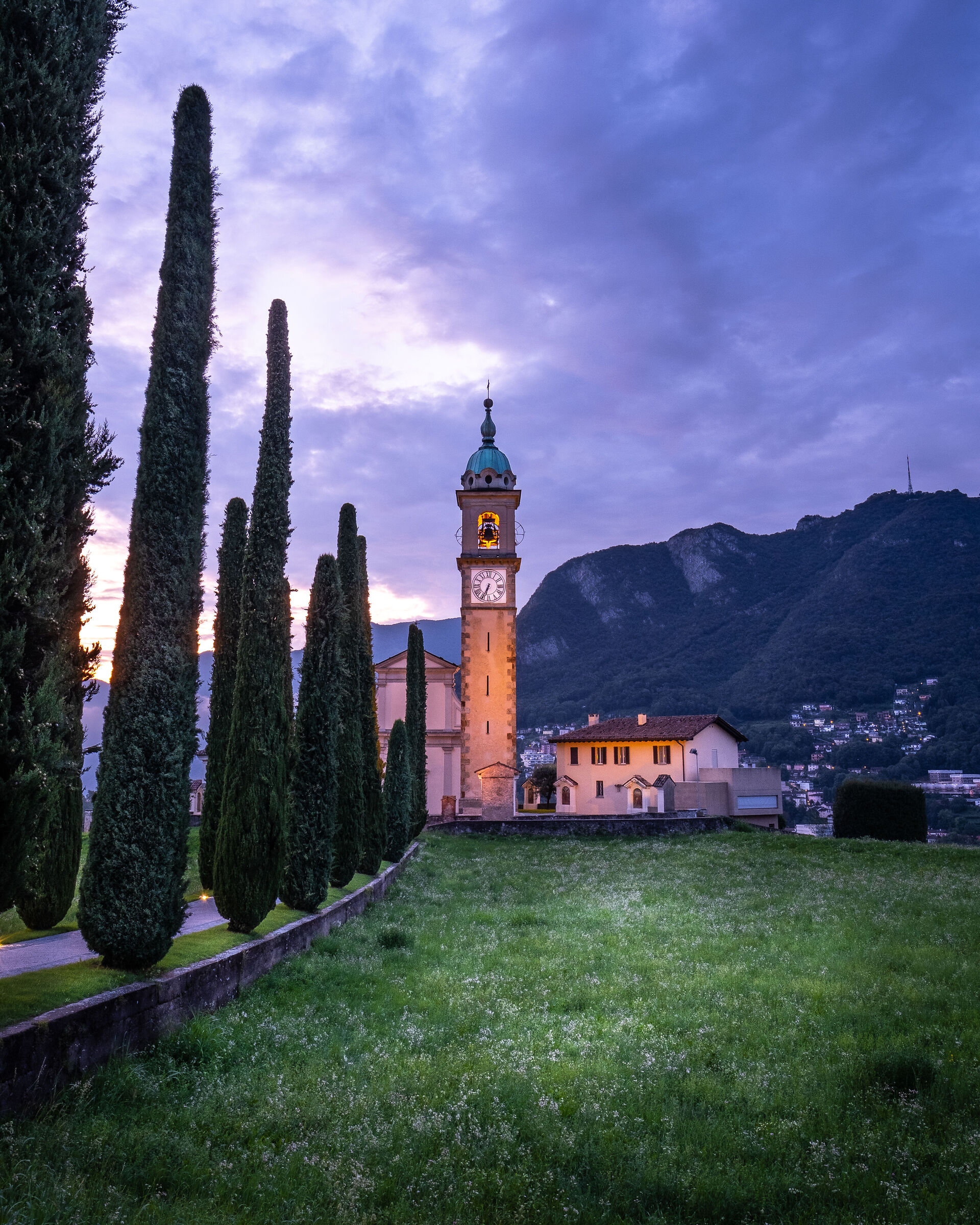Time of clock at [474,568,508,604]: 6:34
